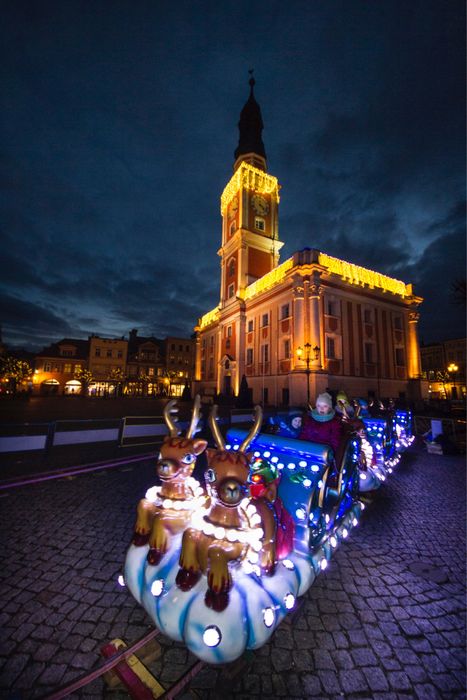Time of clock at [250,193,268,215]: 4:22
